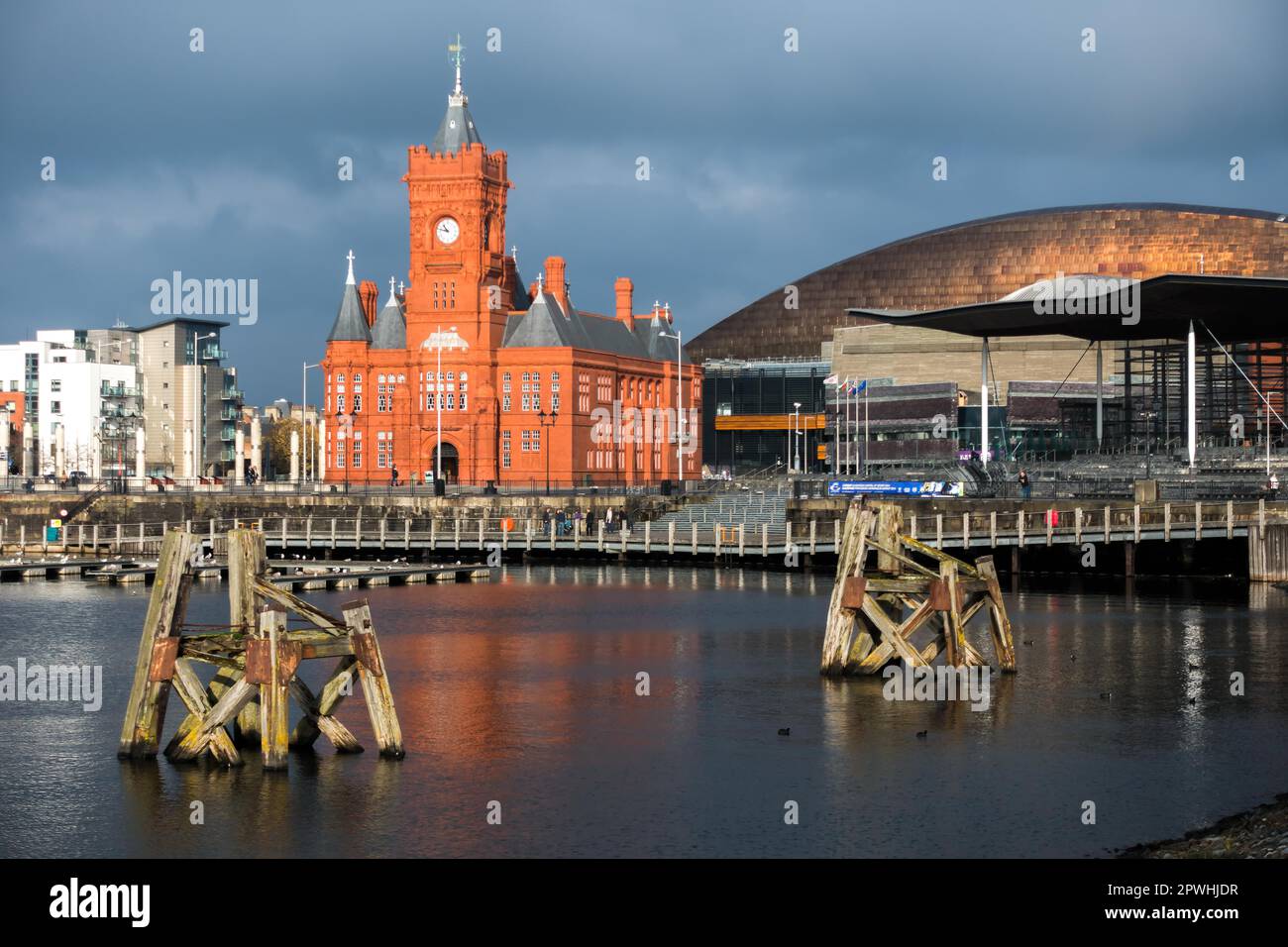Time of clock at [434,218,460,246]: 10:47
